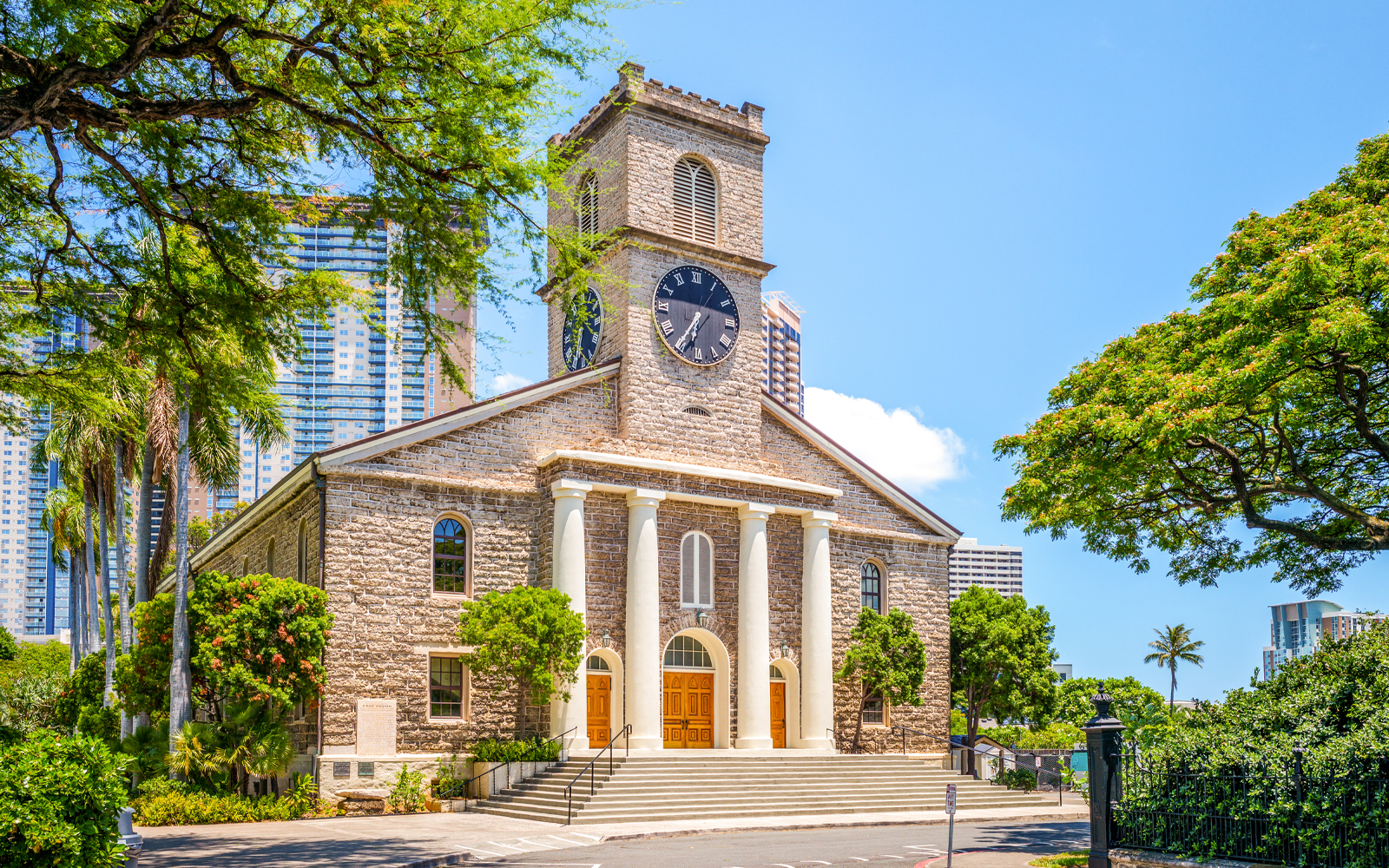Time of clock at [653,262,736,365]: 6:35
